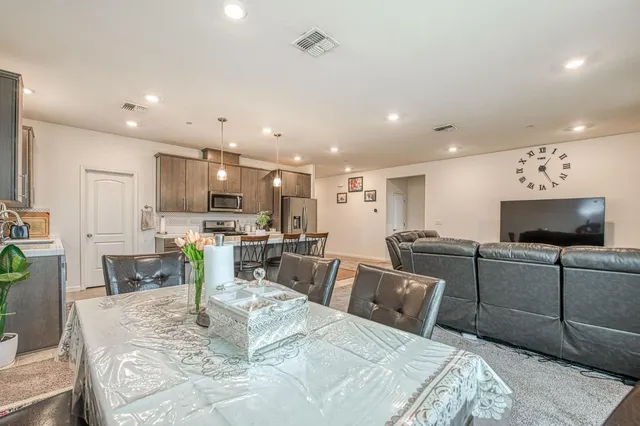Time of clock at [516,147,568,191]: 1:25
